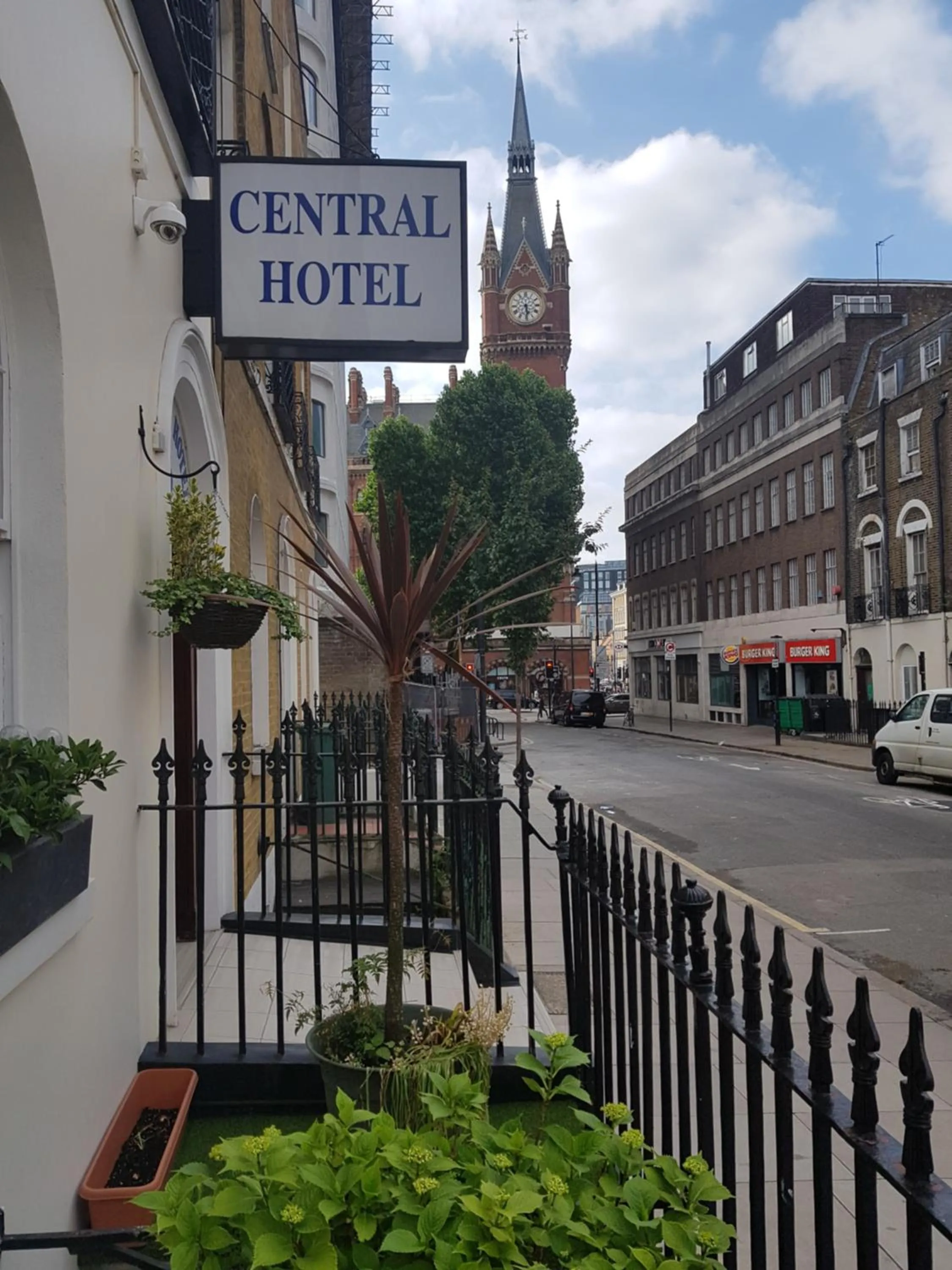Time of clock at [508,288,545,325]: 5:29
